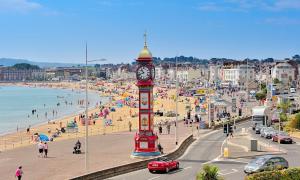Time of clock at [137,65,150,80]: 10:41
